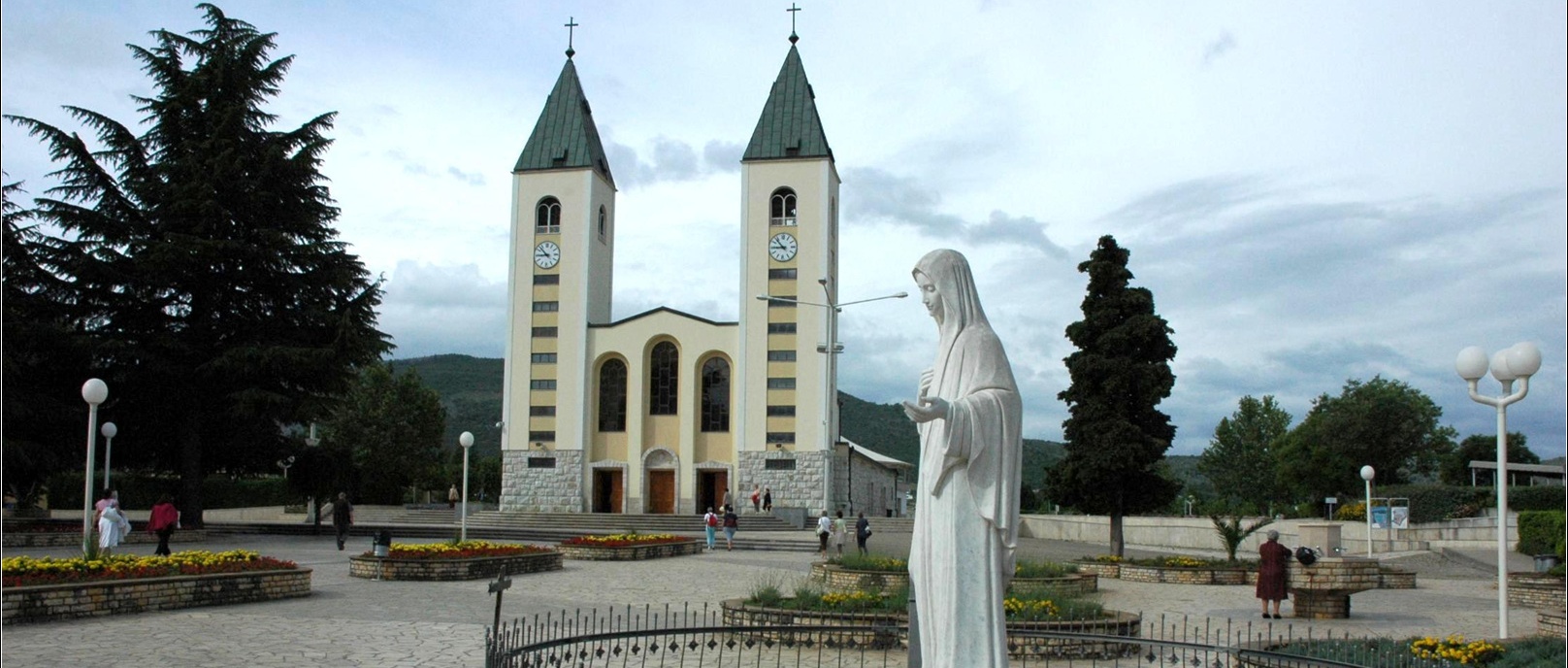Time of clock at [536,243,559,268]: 8:52
